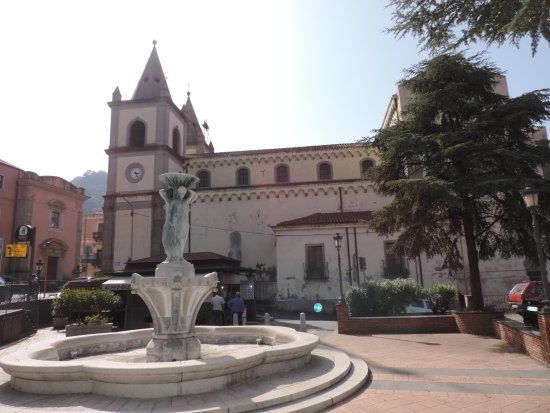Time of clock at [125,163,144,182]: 3:24
